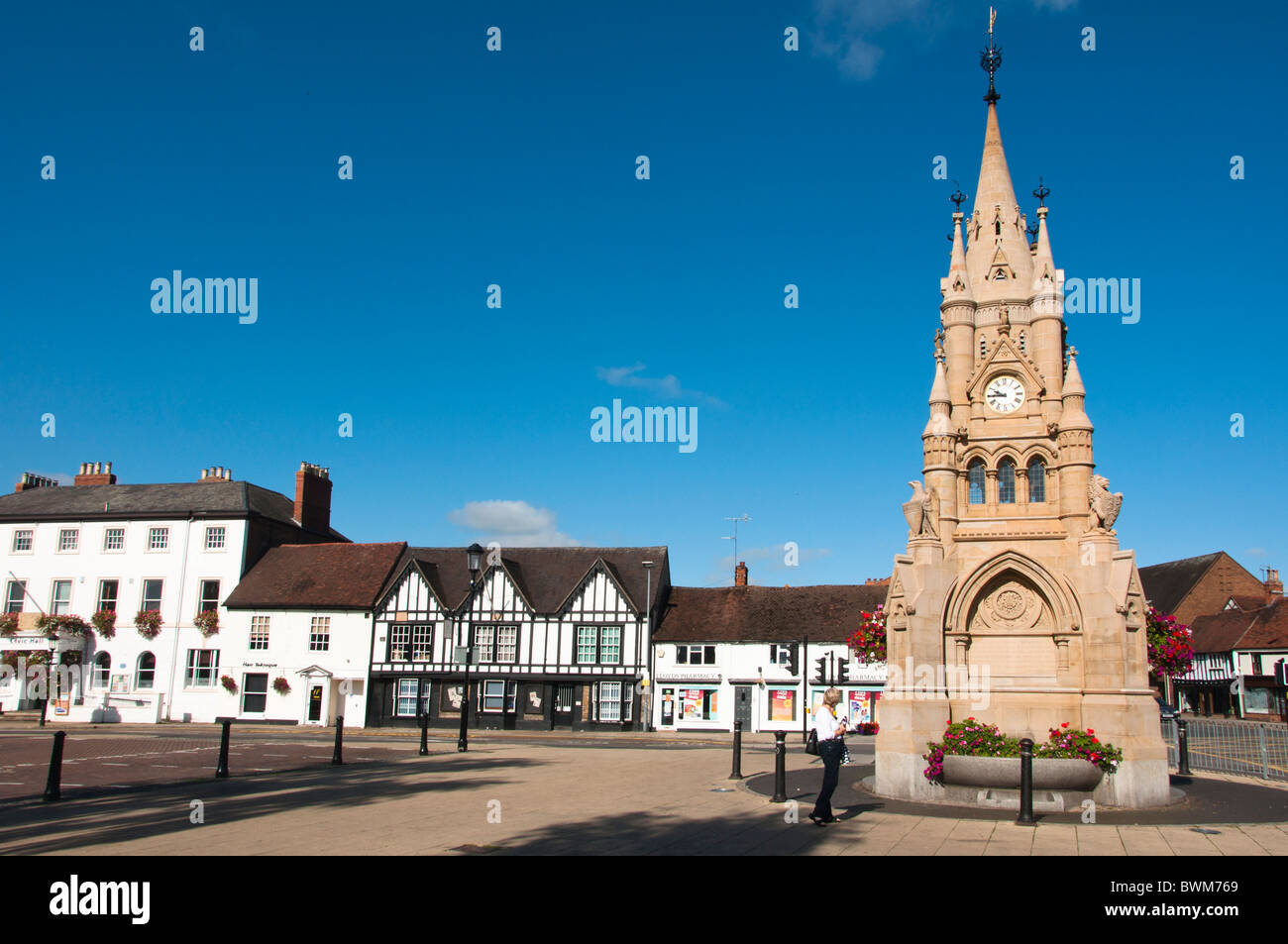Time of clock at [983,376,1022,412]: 9:44
